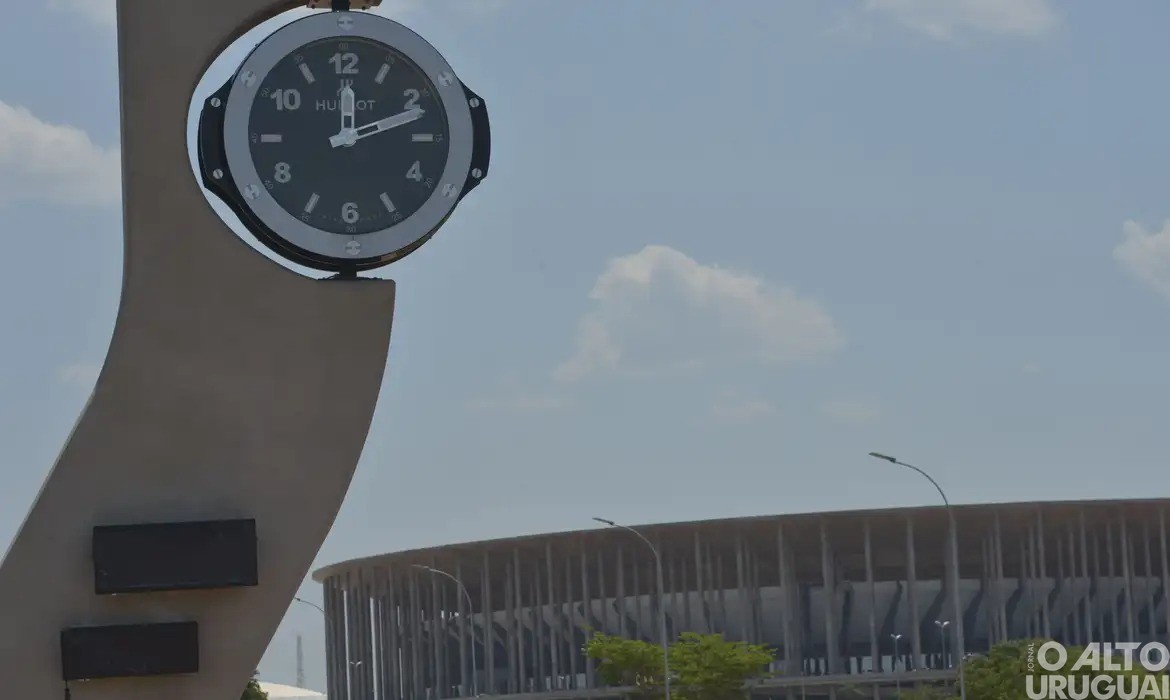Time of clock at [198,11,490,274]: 12:11
